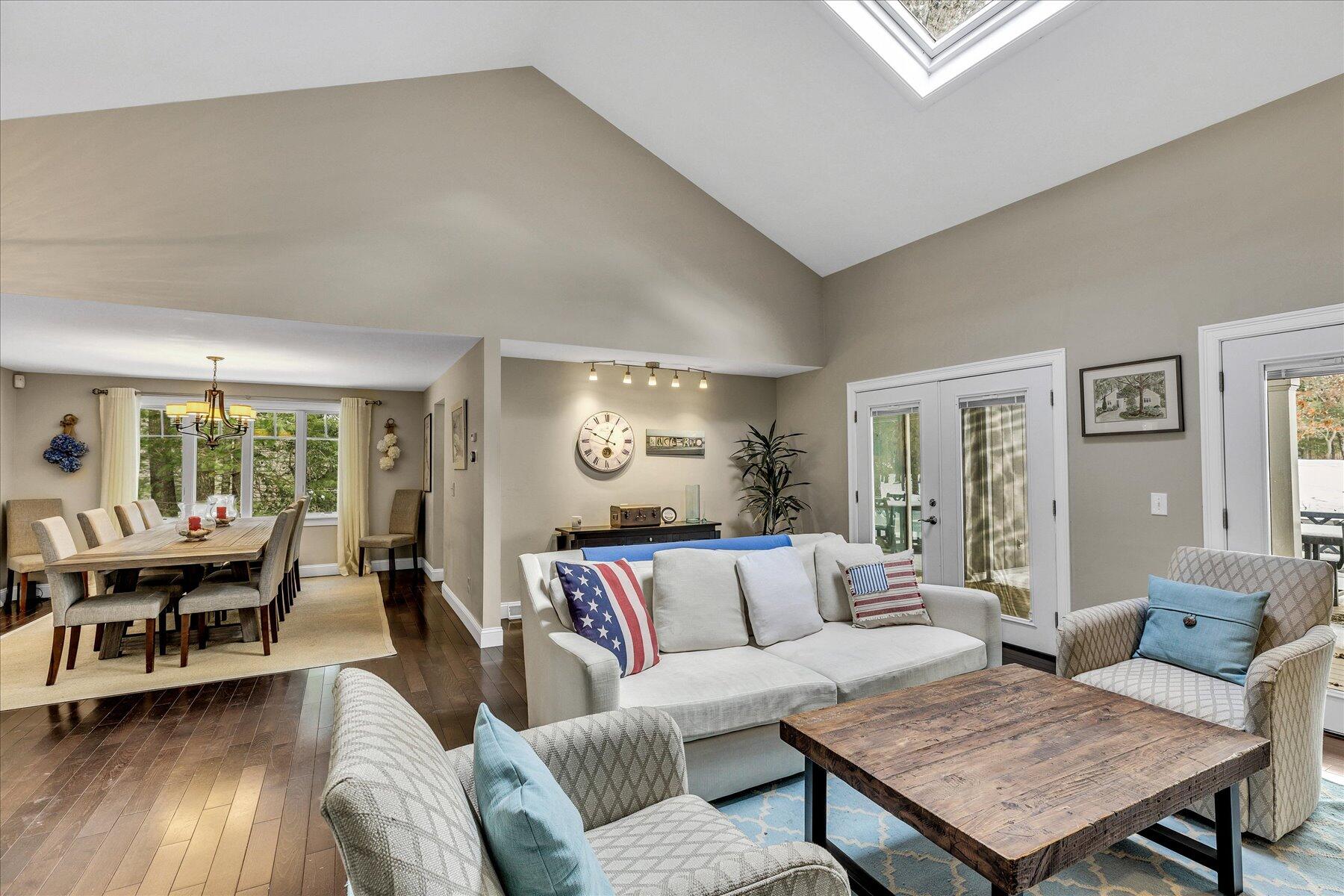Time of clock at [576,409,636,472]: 12:49
